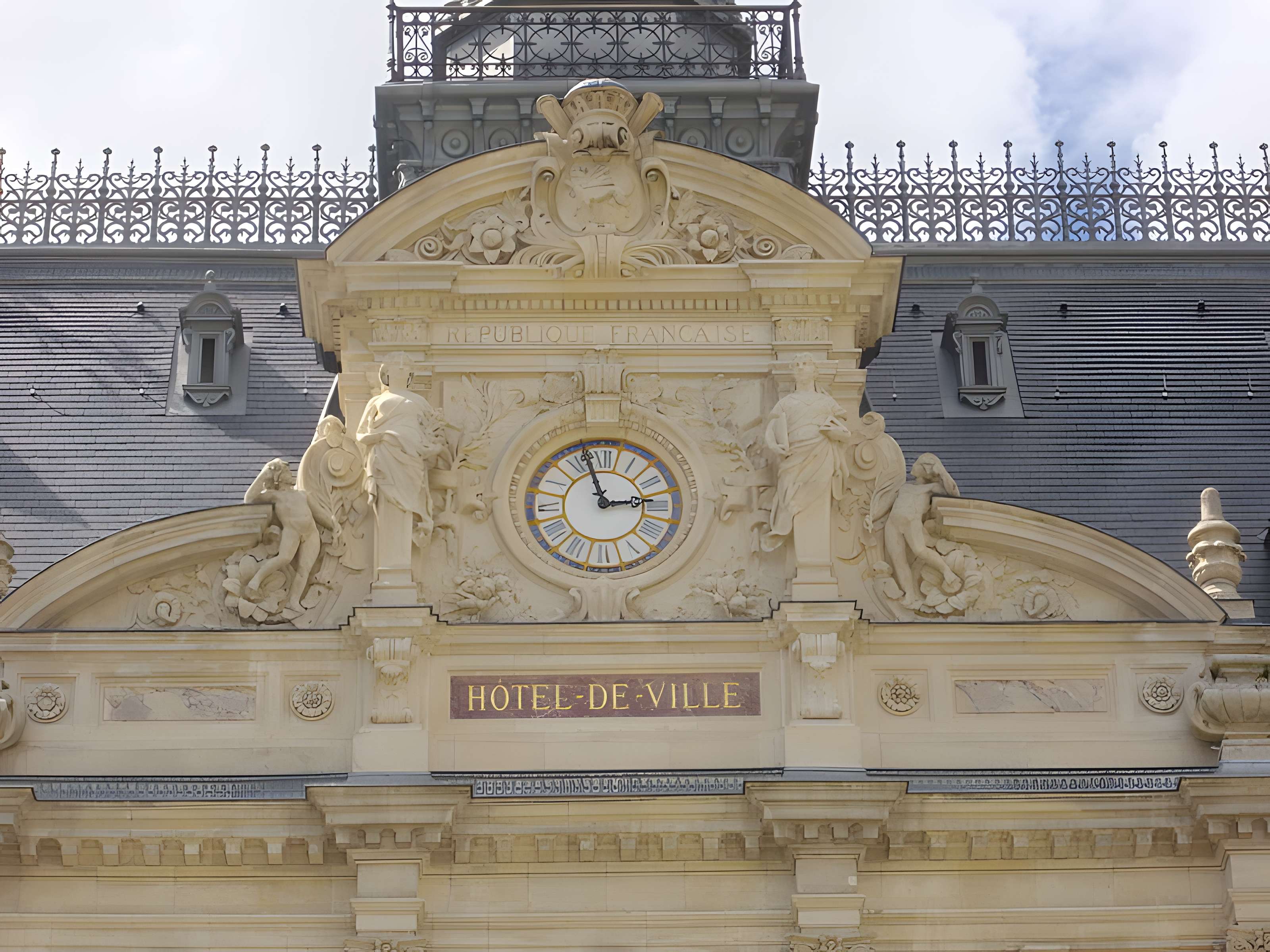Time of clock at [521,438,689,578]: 2:57
